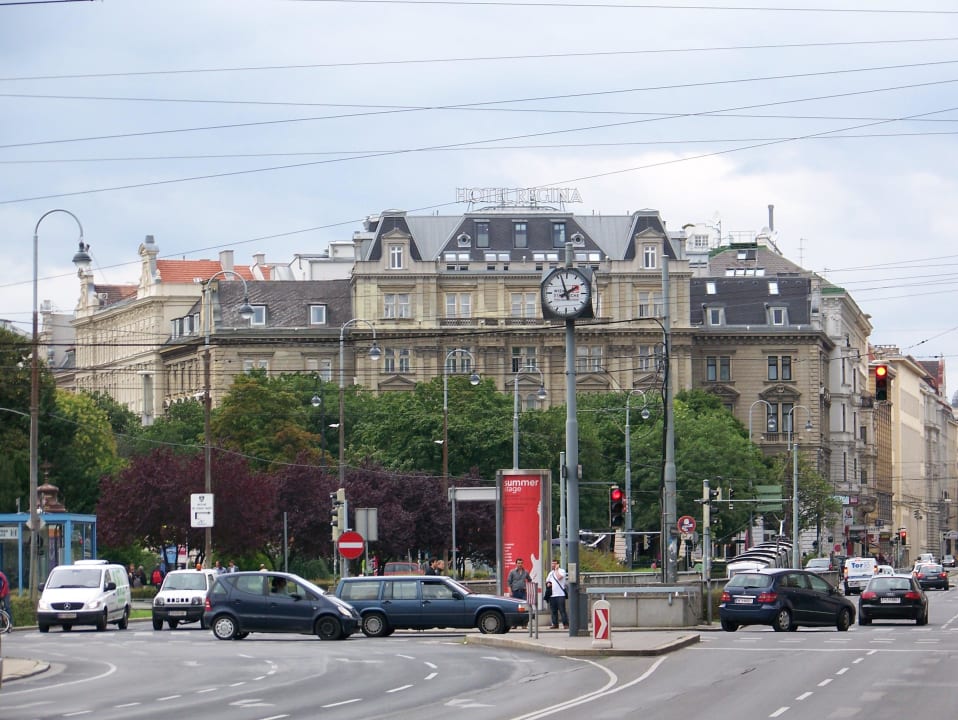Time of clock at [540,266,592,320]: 1:56
